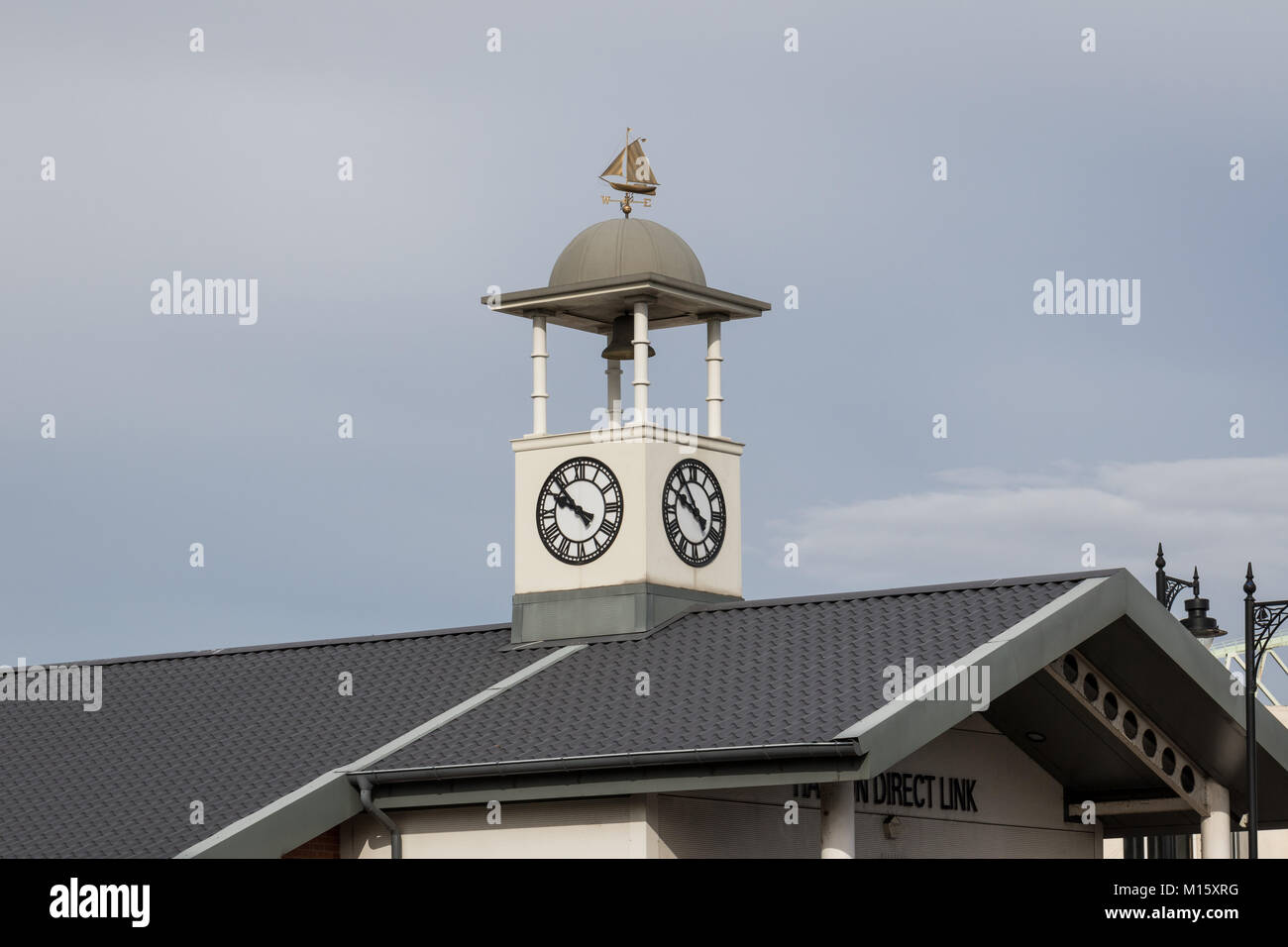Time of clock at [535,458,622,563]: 9:52
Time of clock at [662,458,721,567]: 10:49
